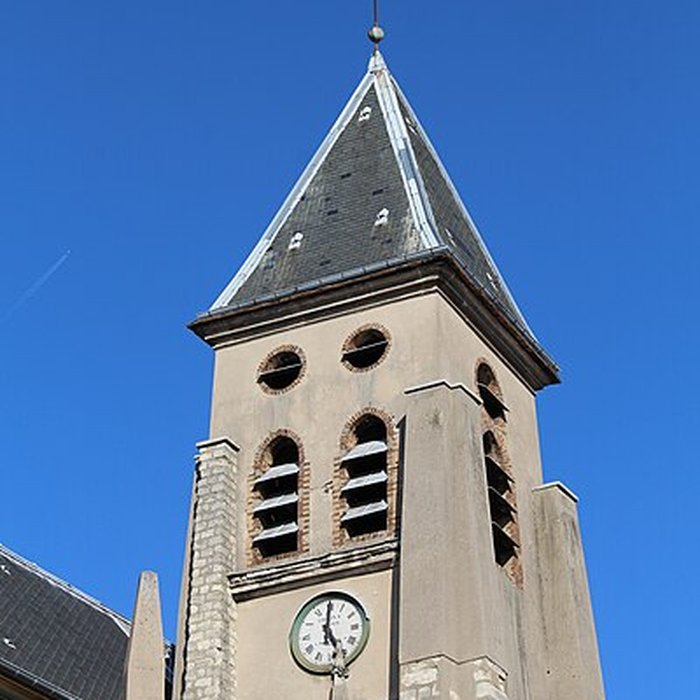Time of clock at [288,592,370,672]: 5:00
